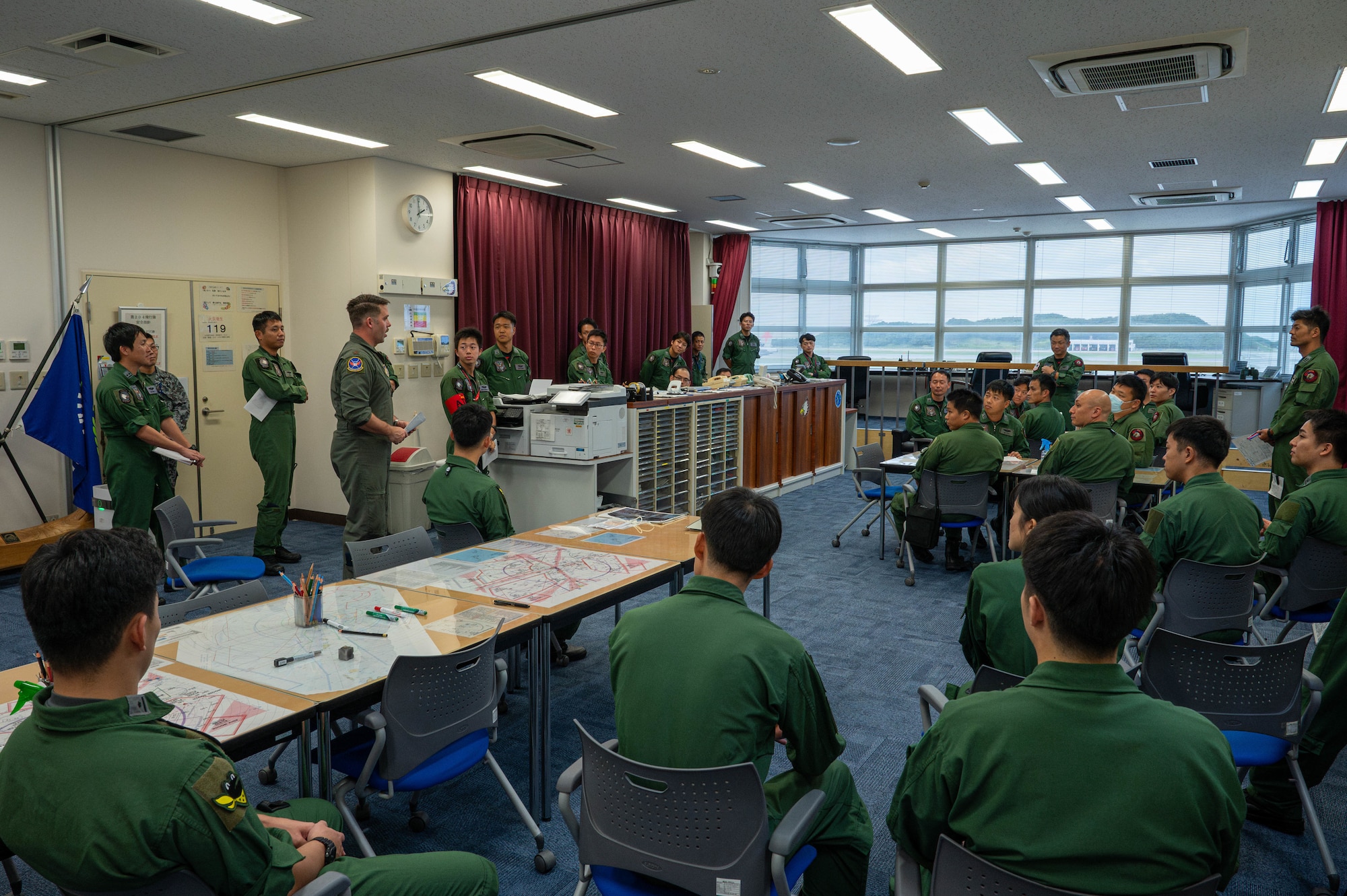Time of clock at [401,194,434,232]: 1:59
